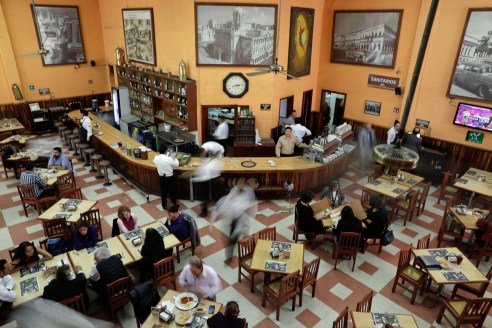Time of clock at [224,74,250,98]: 3:13
